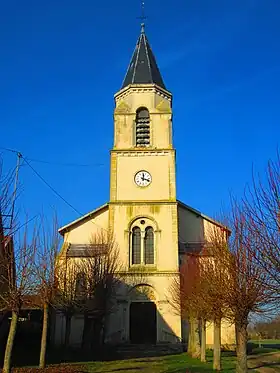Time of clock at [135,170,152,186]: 12:18
